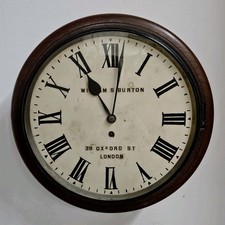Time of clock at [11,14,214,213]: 11:01
